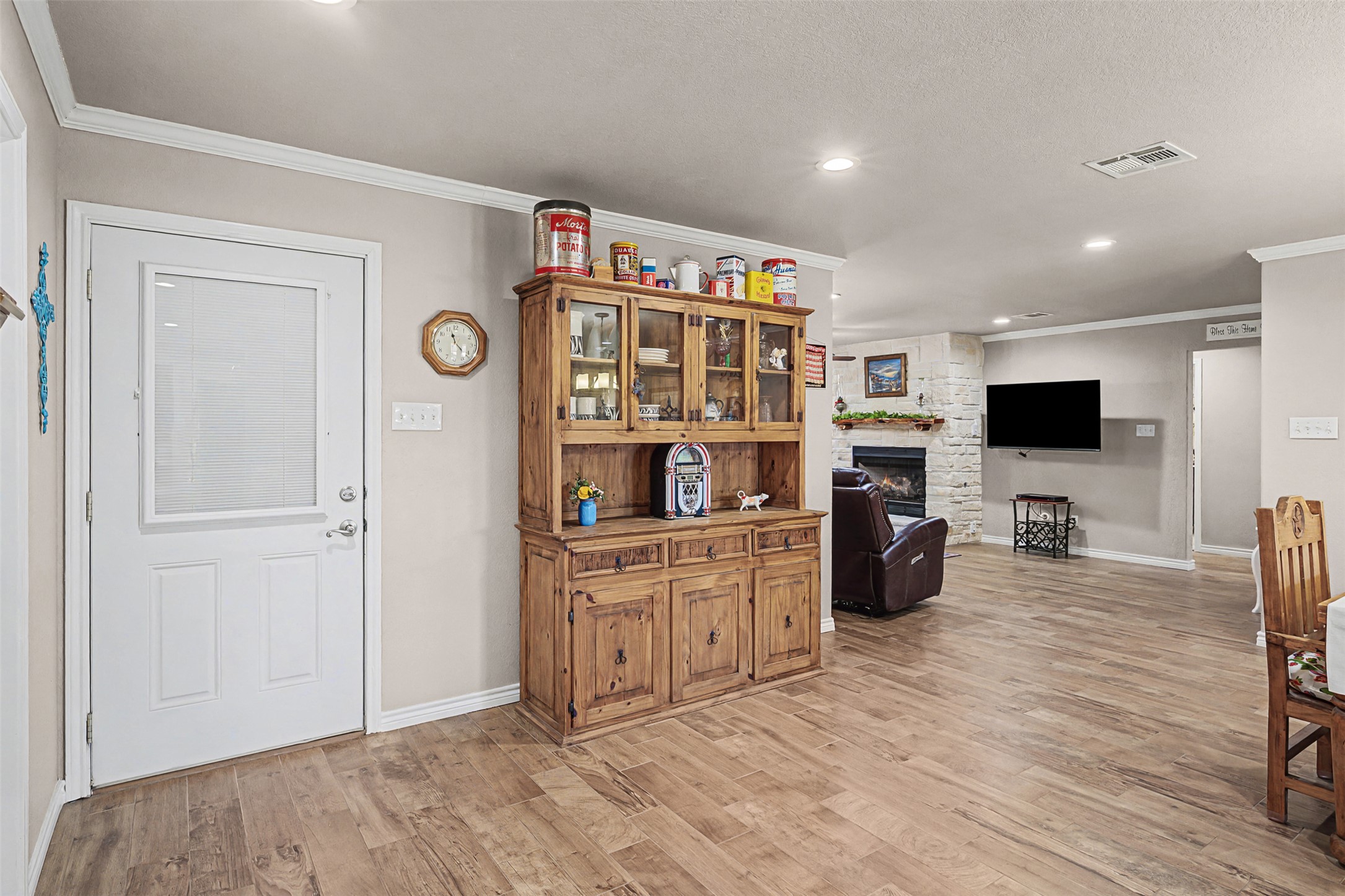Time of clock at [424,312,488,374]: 11:21
